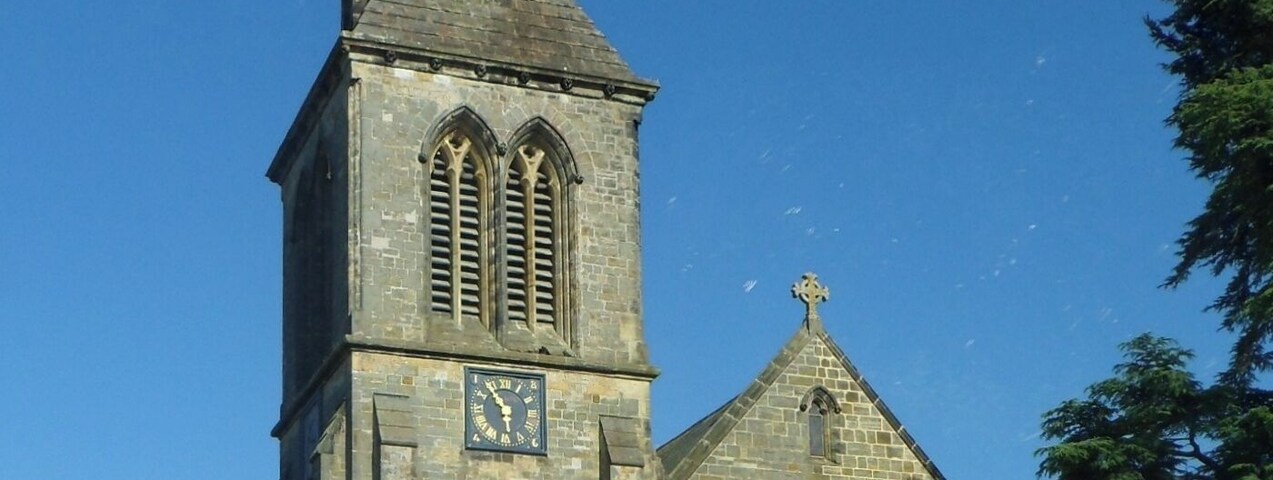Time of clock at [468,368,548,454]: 5:53
